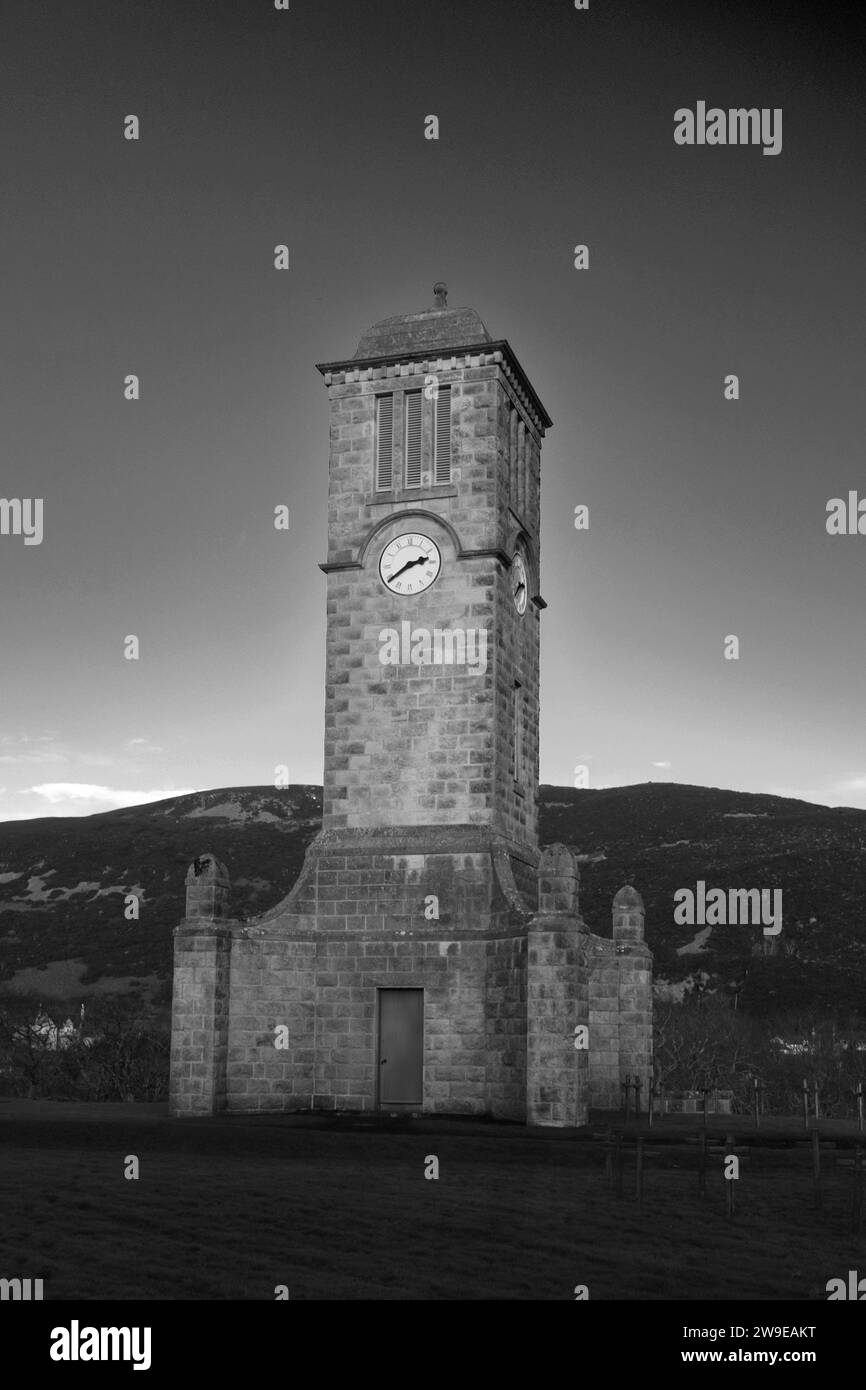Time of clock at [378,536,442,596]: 2:39
